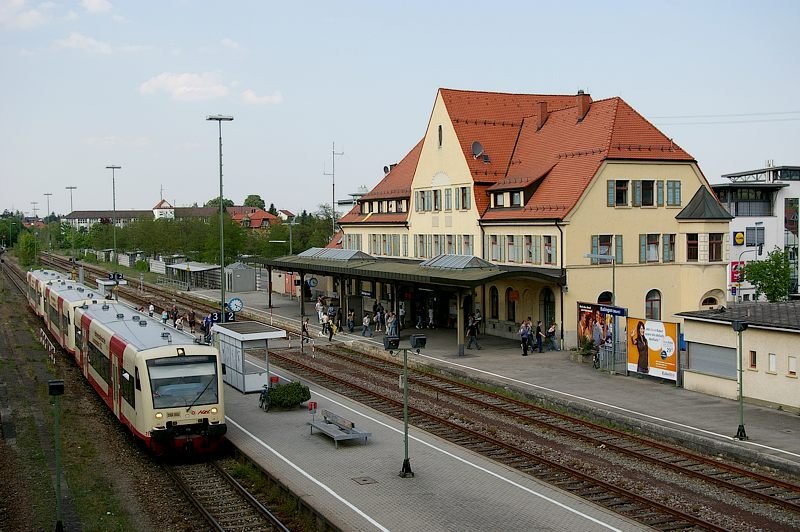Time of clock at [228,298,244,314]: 5:18
